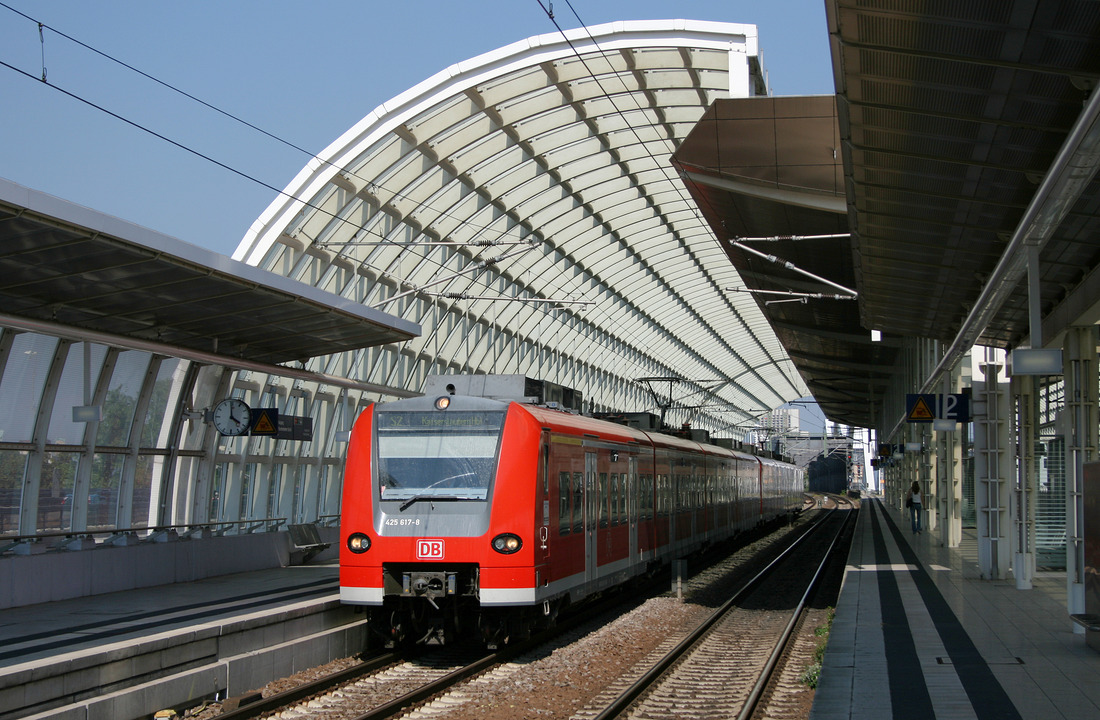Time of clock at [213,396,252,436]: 3:59
